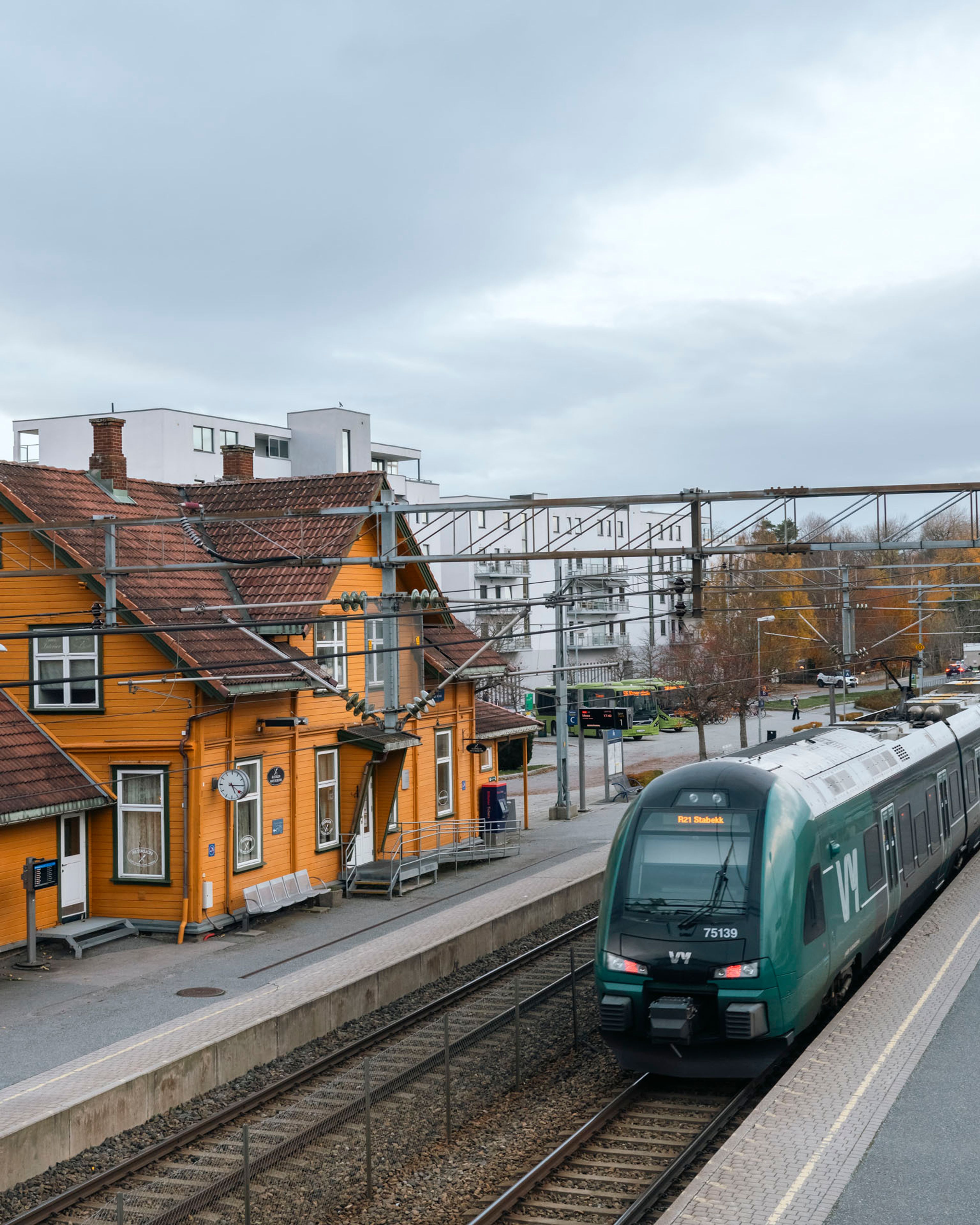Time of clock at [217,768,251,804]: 5:15
